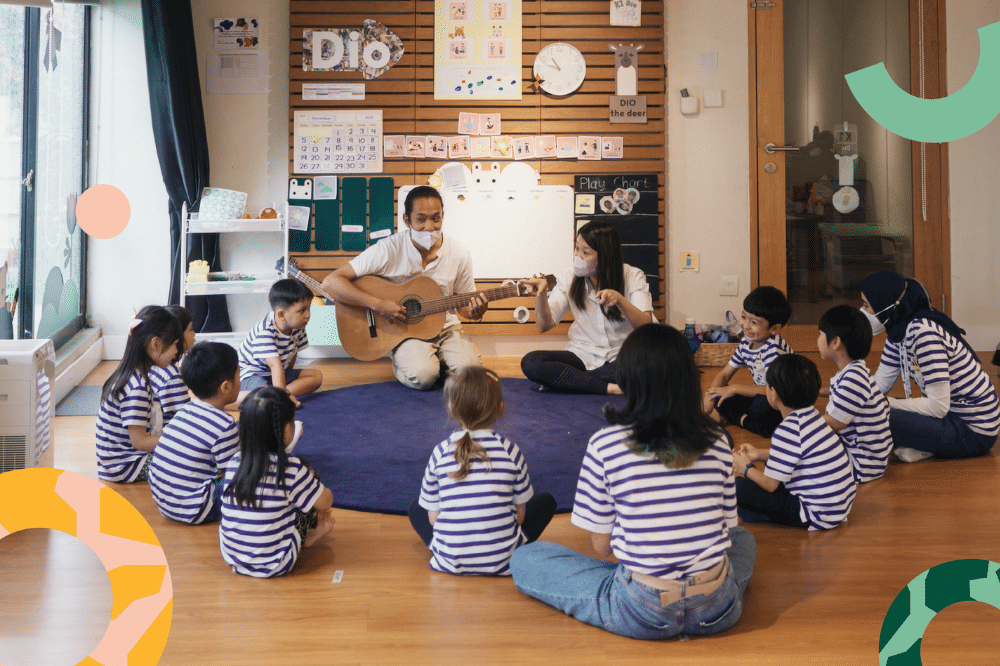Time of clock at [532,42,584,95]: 10:47
